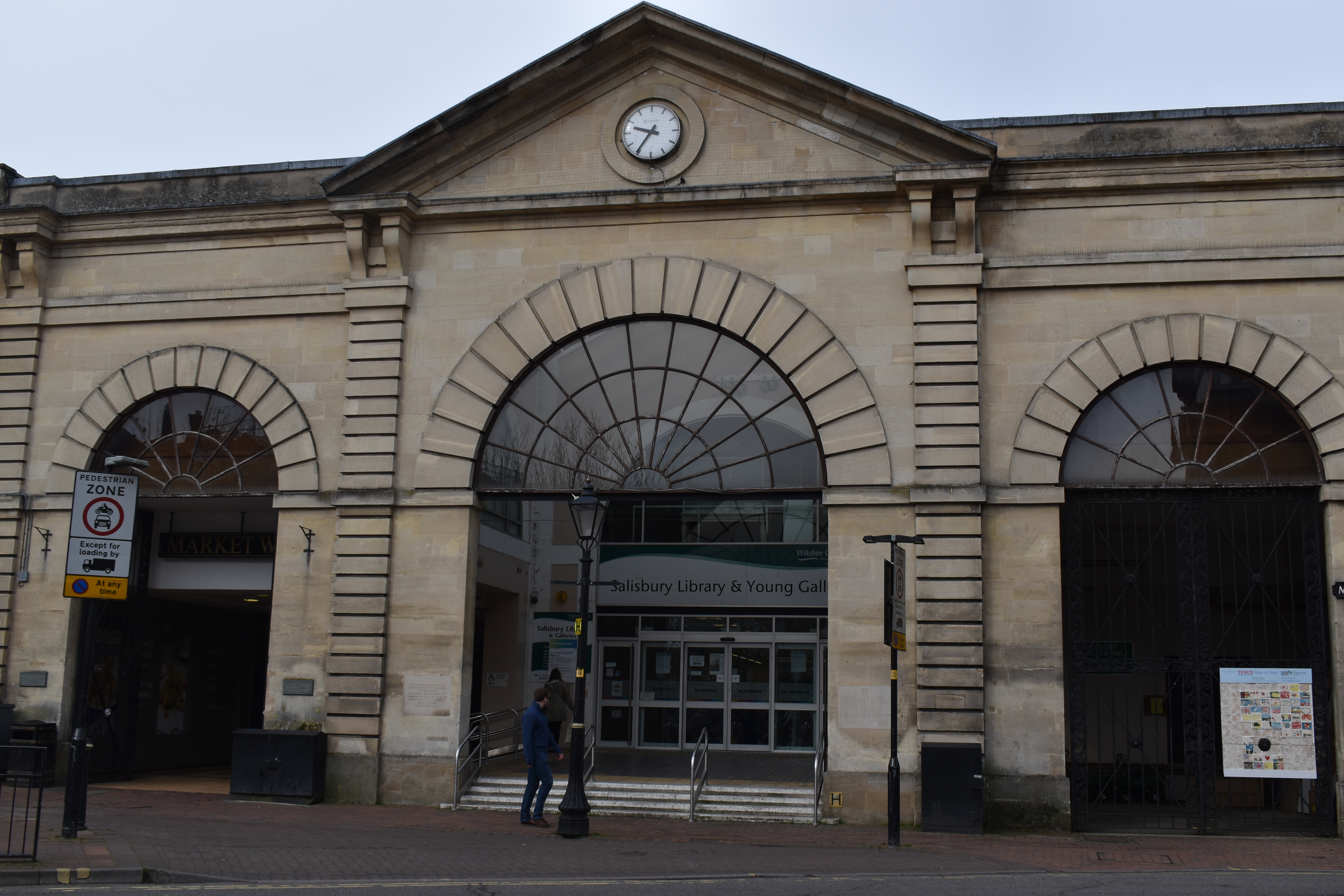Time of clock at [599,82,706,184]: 9:35
